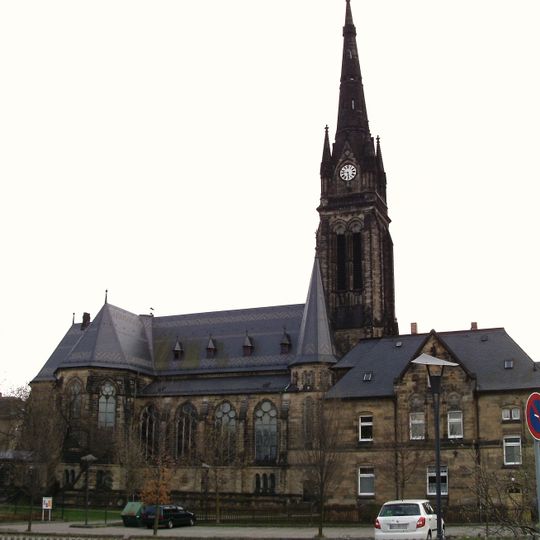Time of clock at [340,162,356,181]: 5:46
